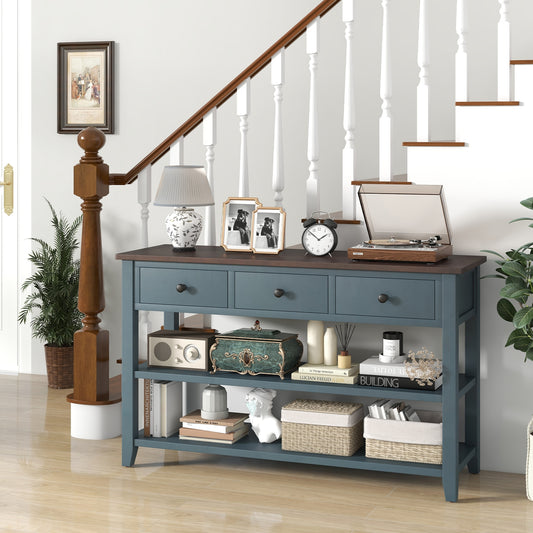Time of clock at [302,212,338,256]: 1:51
